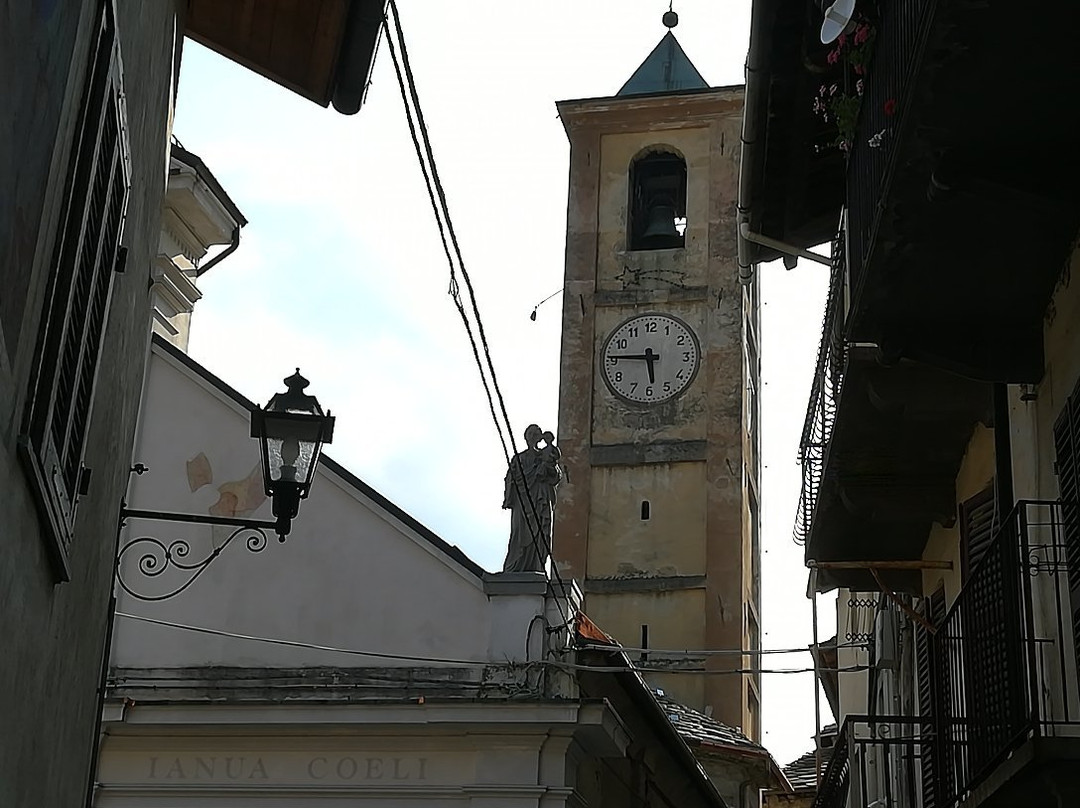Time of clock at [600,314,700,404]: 5:45
